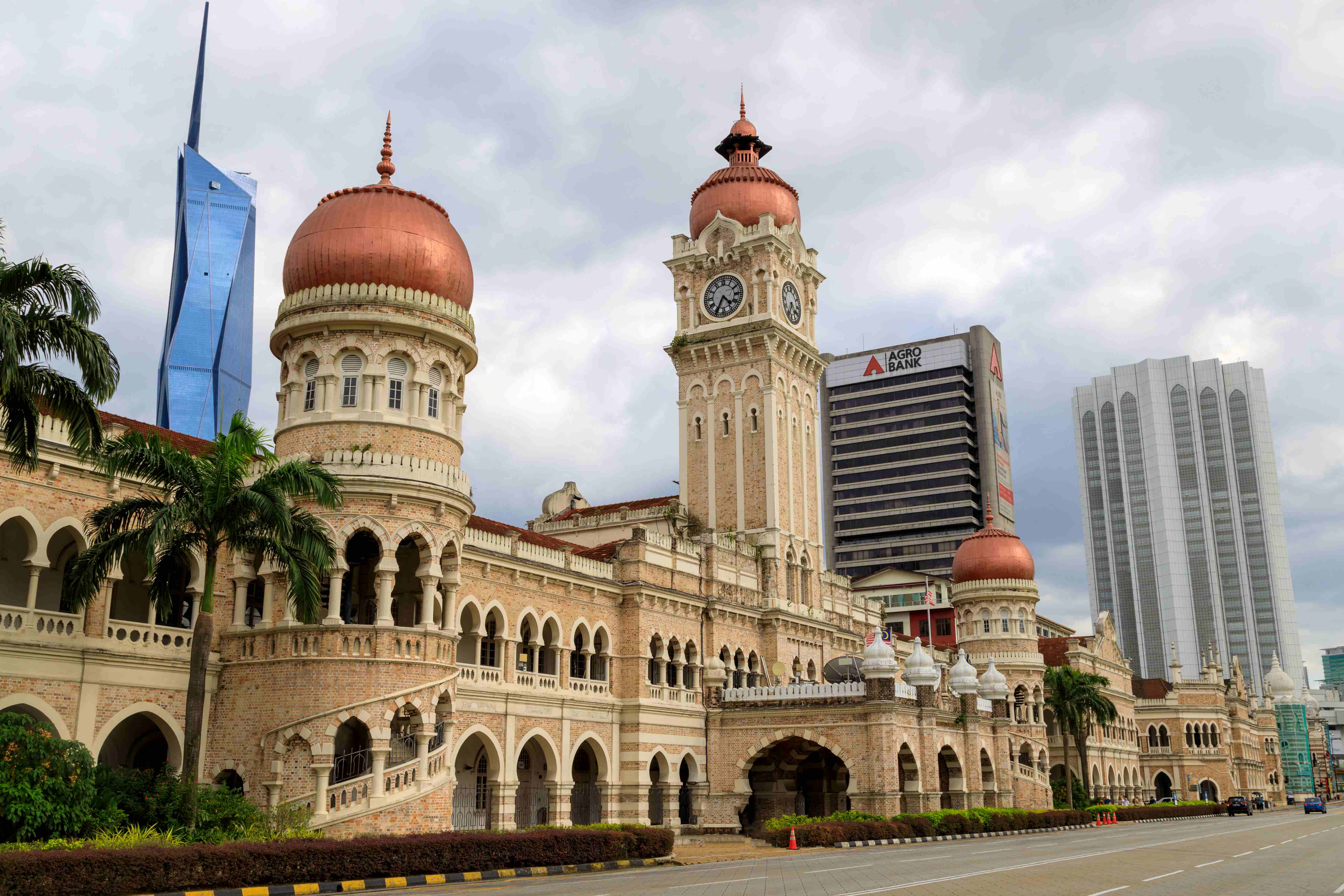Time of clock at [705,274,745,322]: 4:34
